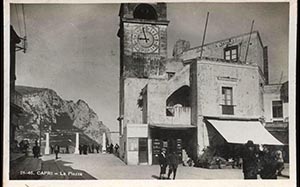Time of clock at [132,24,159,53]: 8:57
